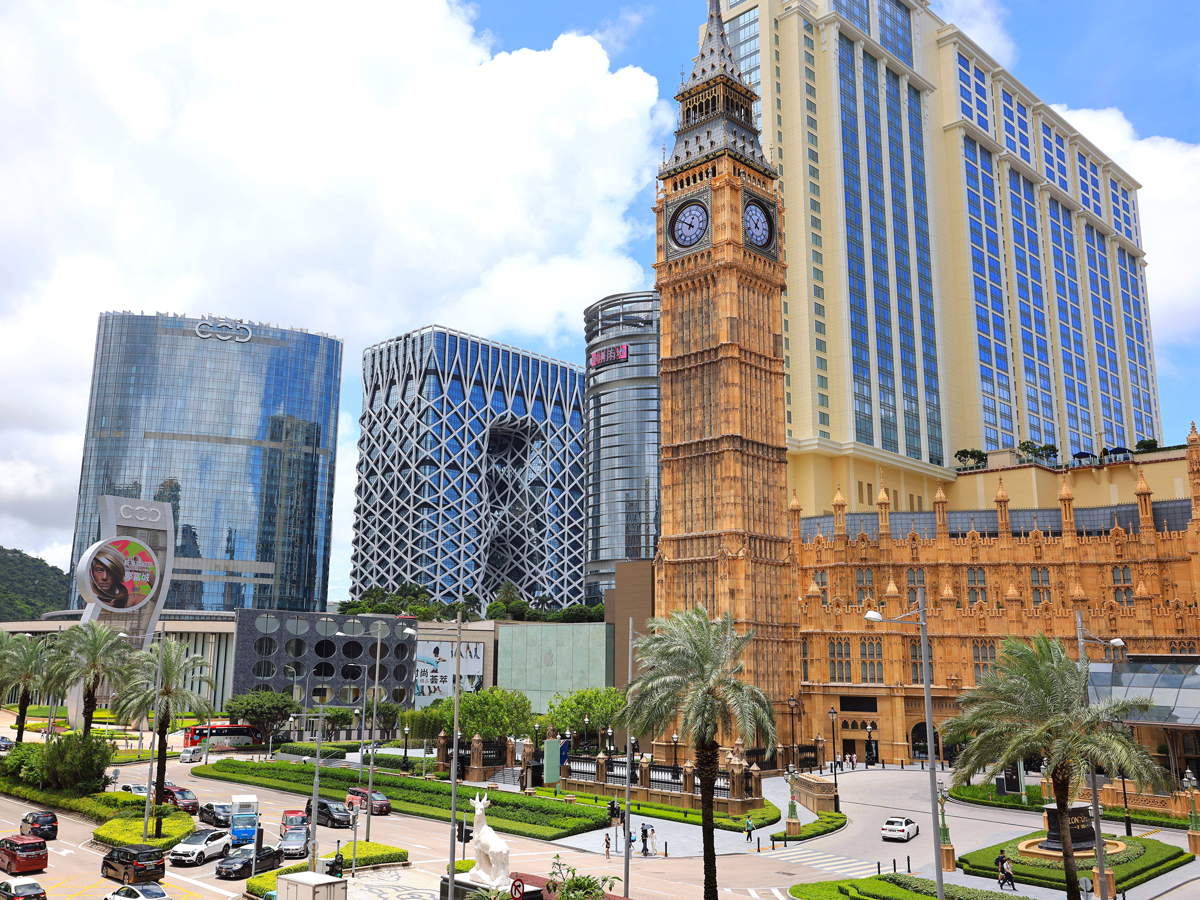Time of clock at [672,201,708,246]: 12:50
